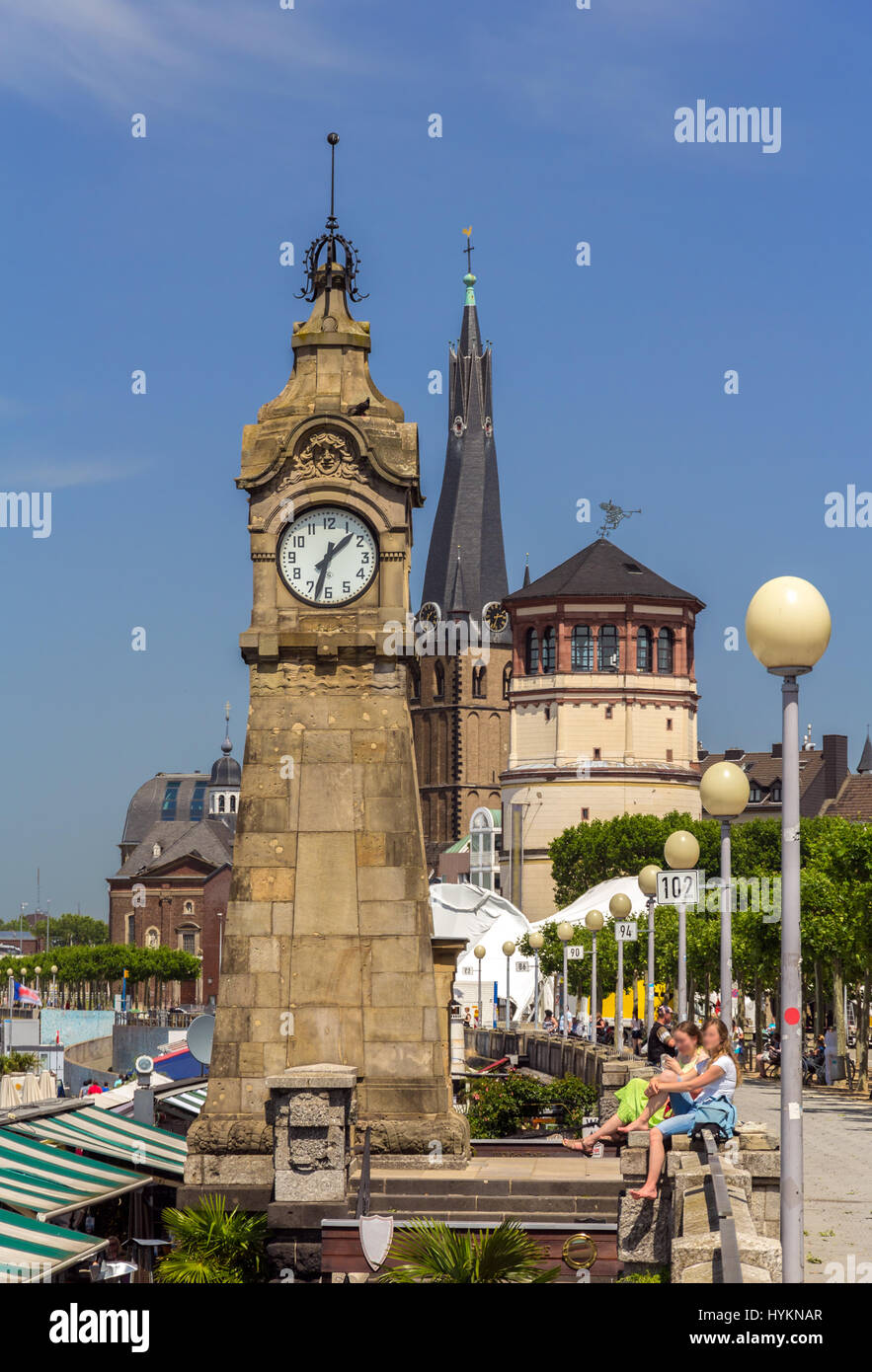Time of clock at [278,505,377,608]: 1:32
